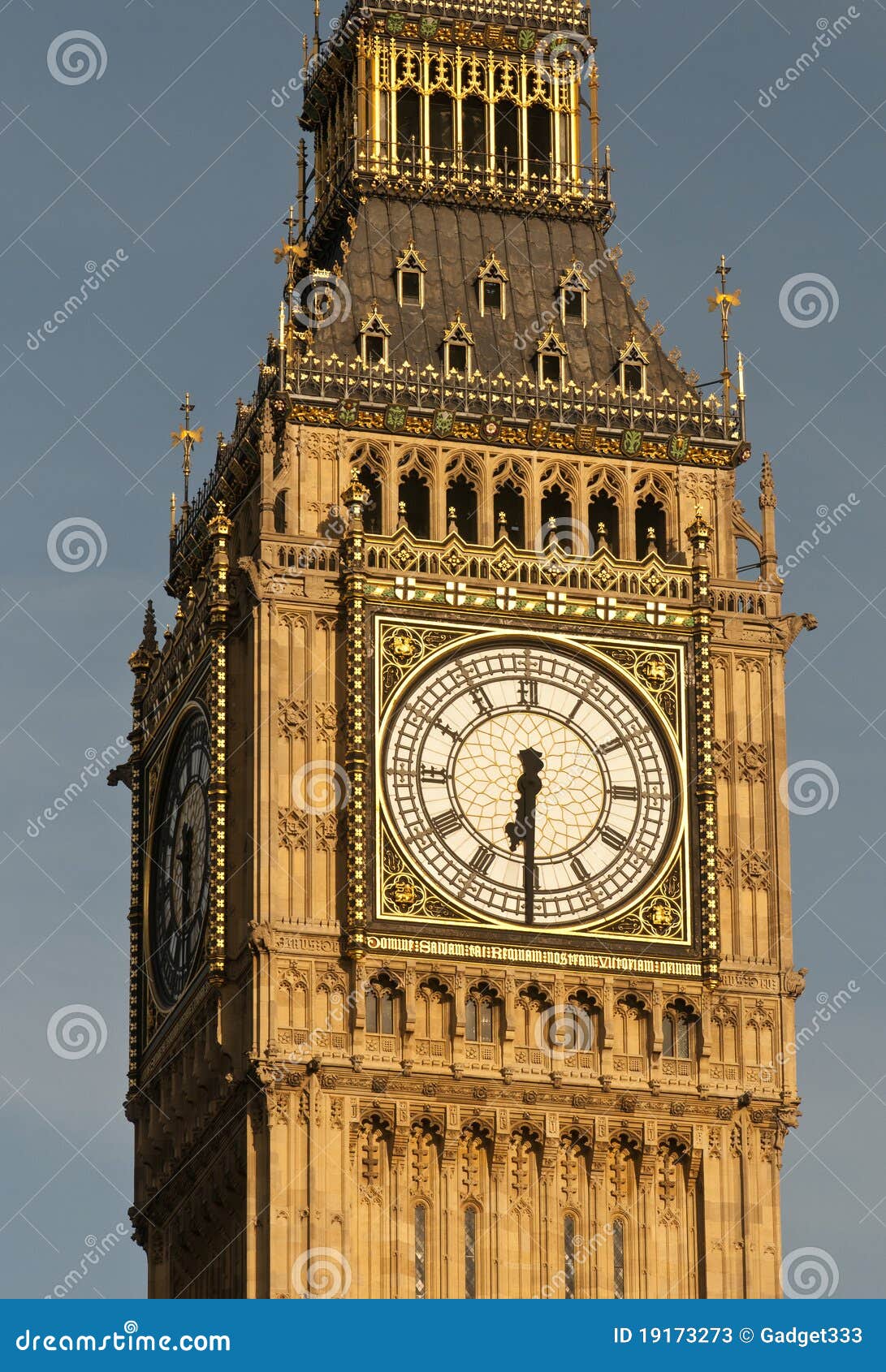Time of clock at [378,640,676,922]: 6:30
